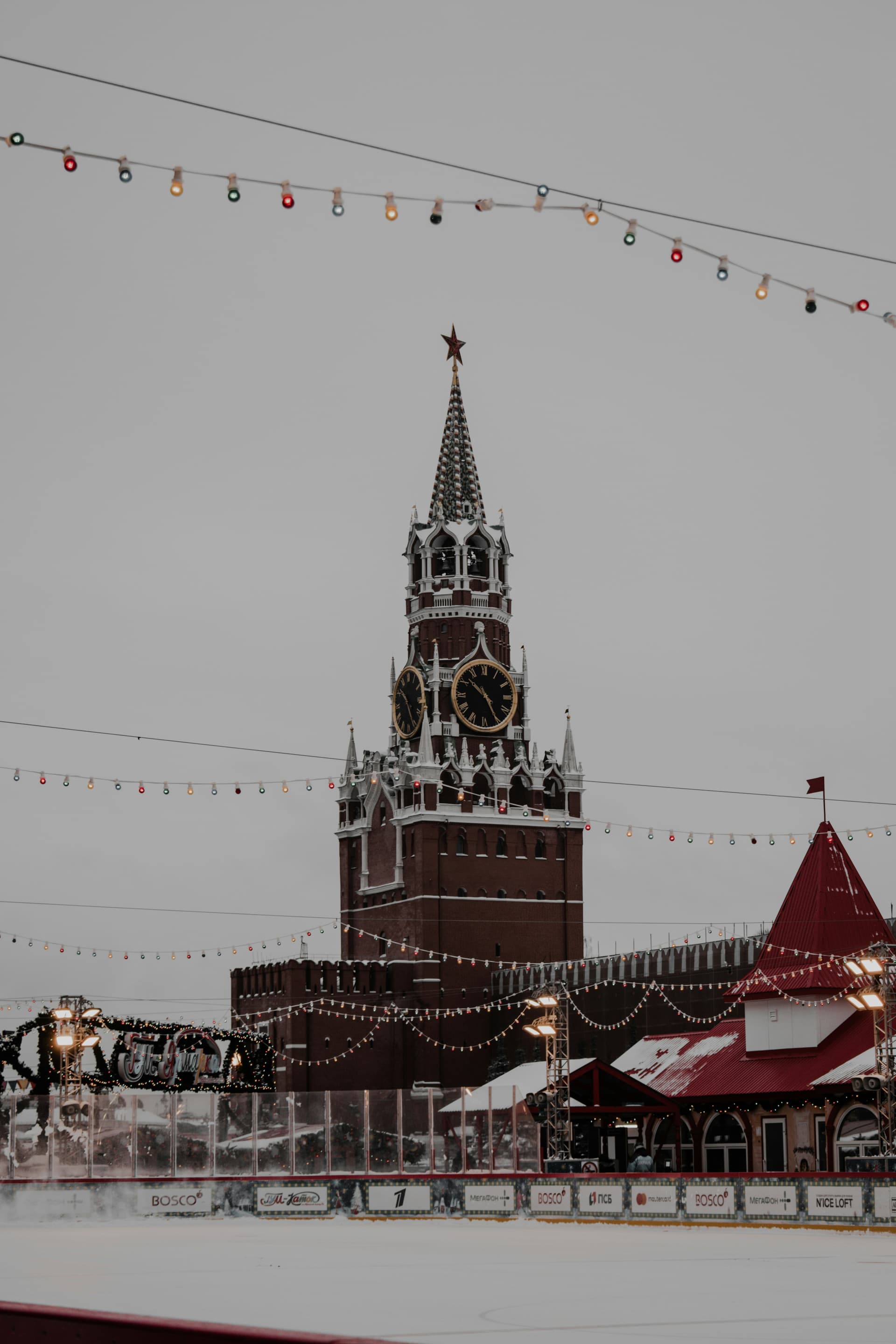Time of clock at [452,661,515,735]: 10:25
